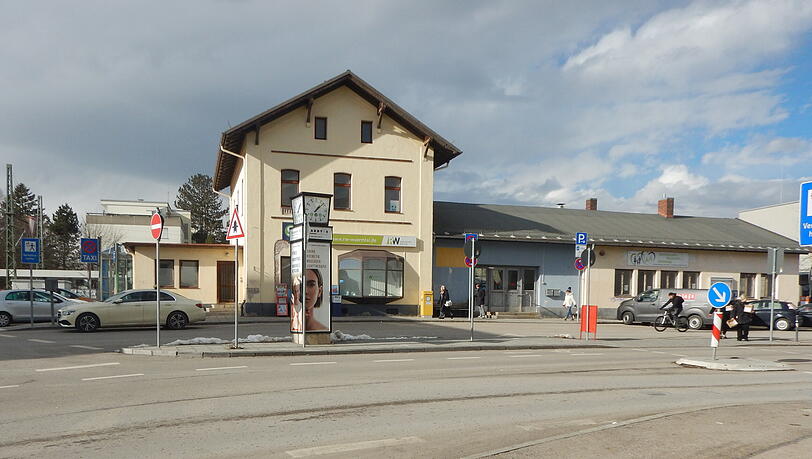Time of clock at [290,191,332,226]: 1:07
